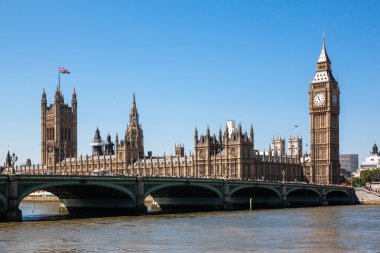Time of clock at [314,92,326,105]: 11:24
